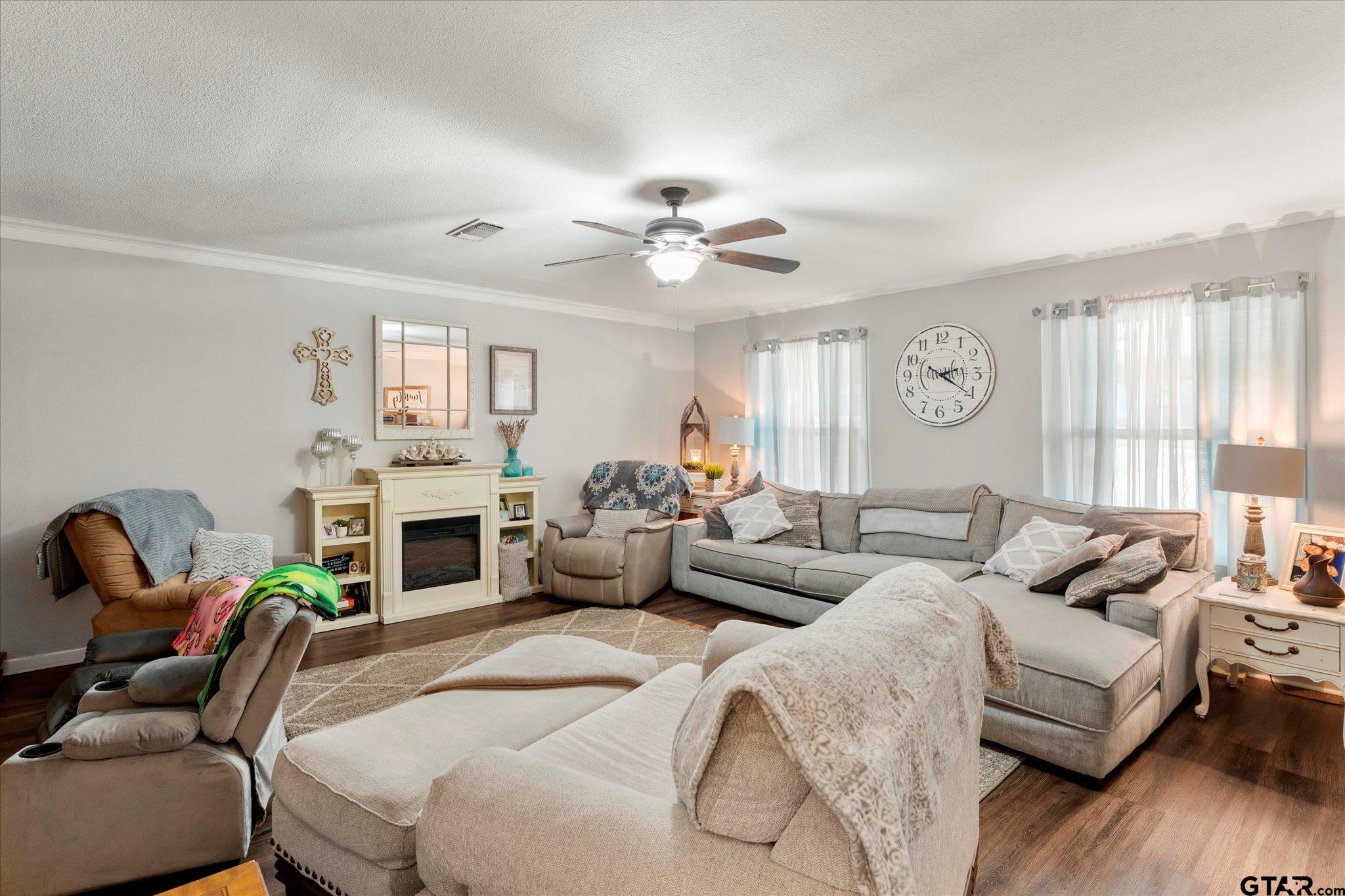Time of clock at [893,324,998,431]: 2:20
